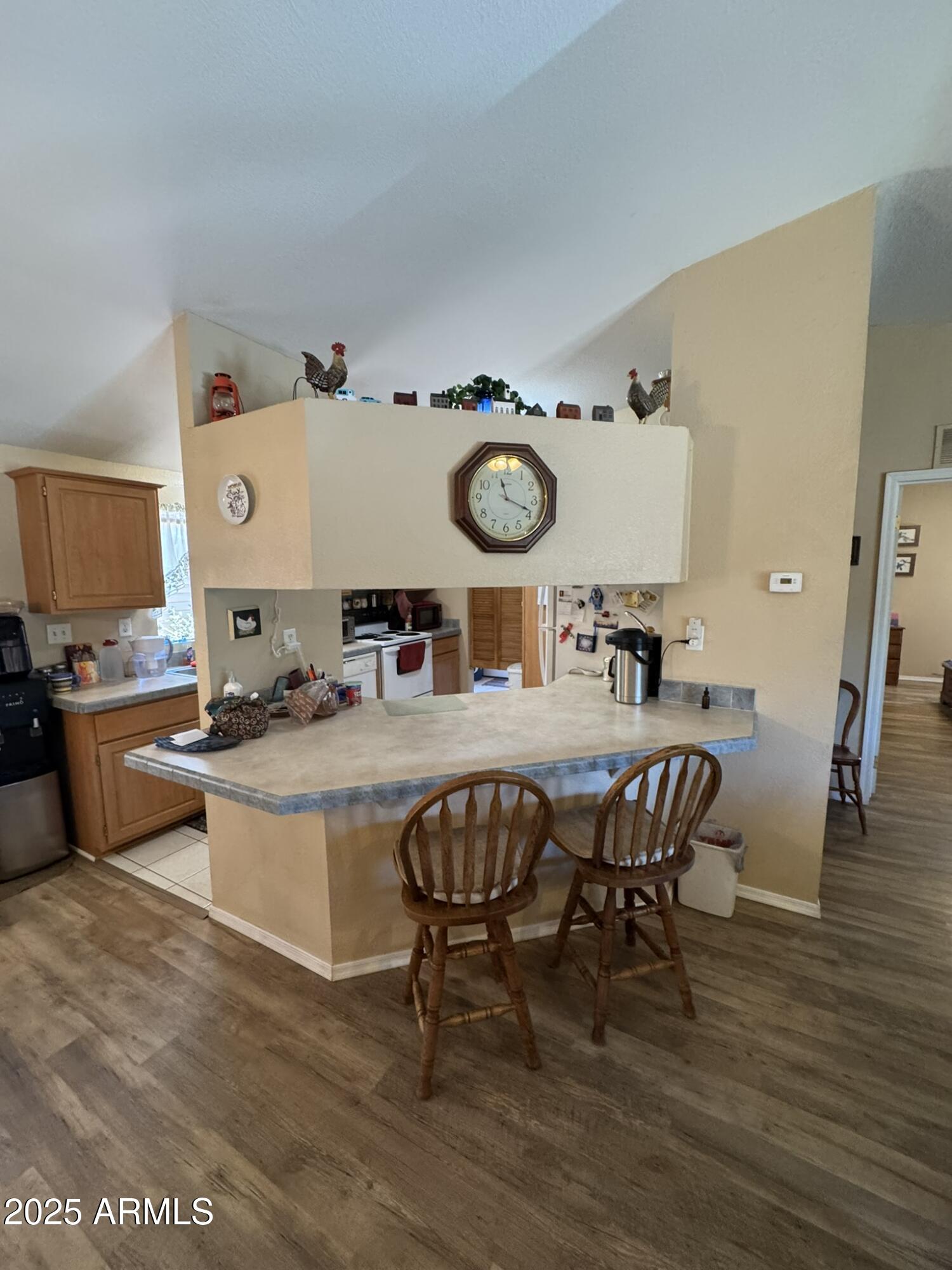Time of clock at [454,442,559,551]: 11:18
